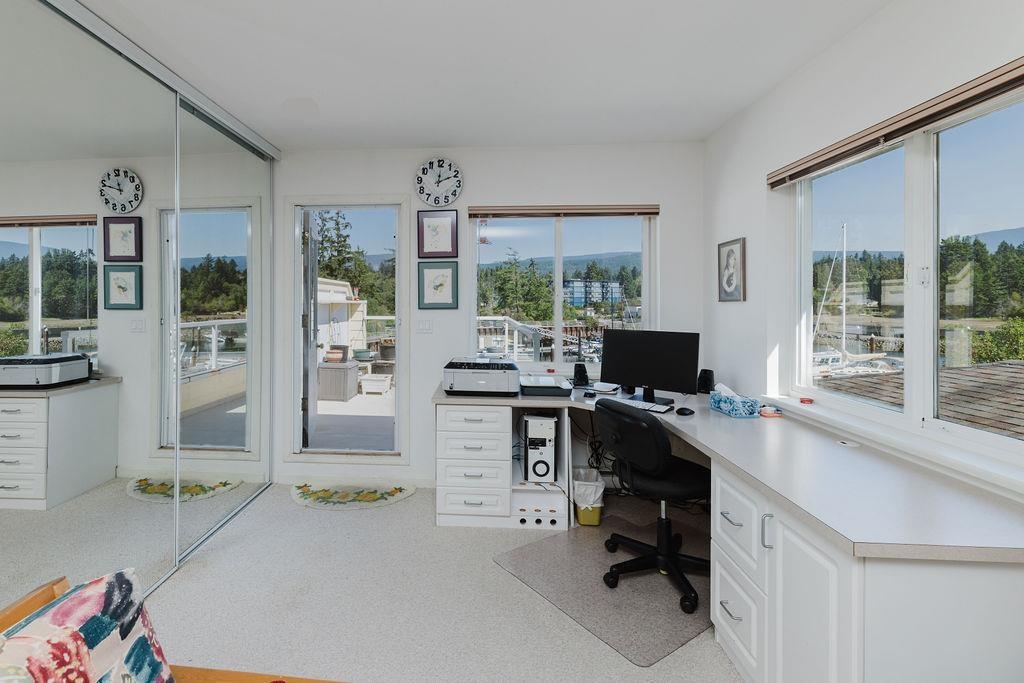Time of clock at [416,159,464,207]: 12:10
